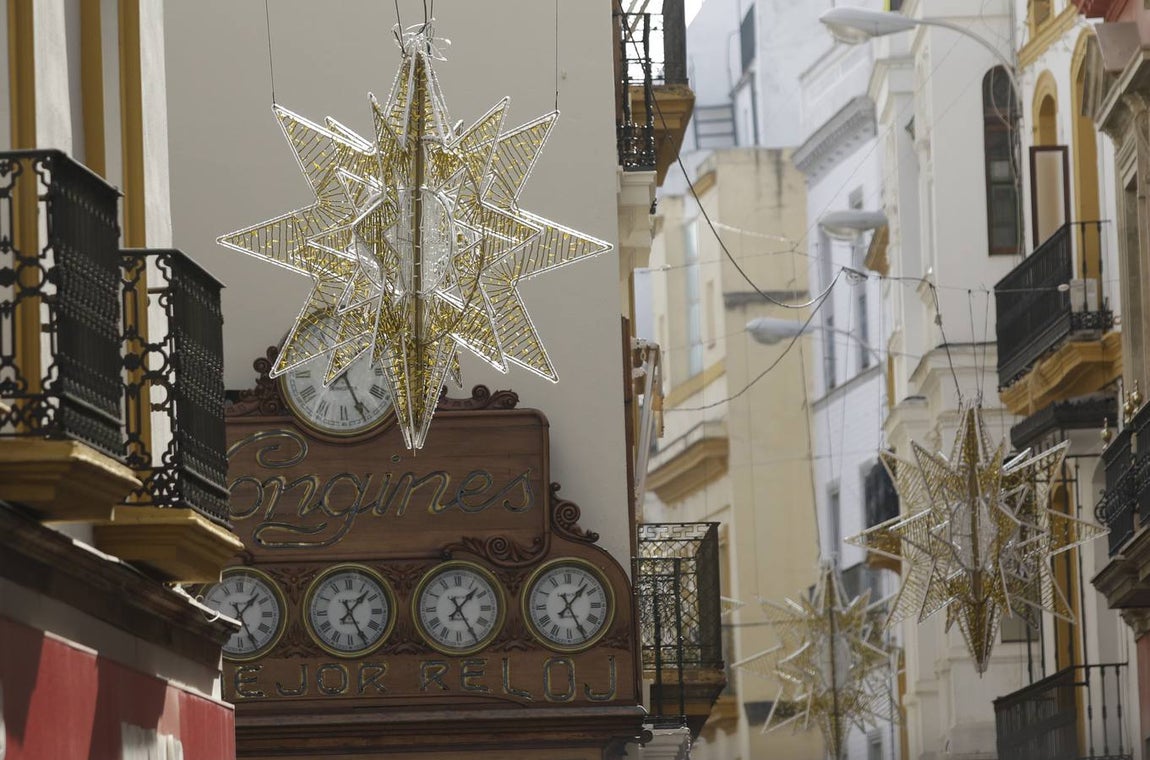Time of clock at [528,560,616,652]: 1:25
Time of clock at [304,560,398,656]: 1:25
